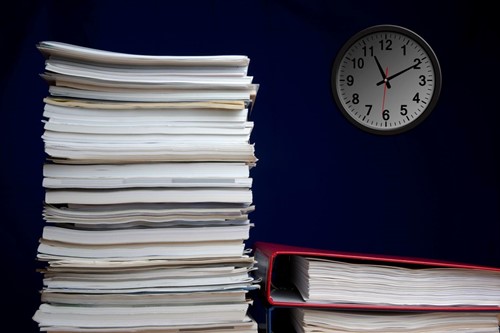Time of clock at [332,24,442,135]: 11:10
